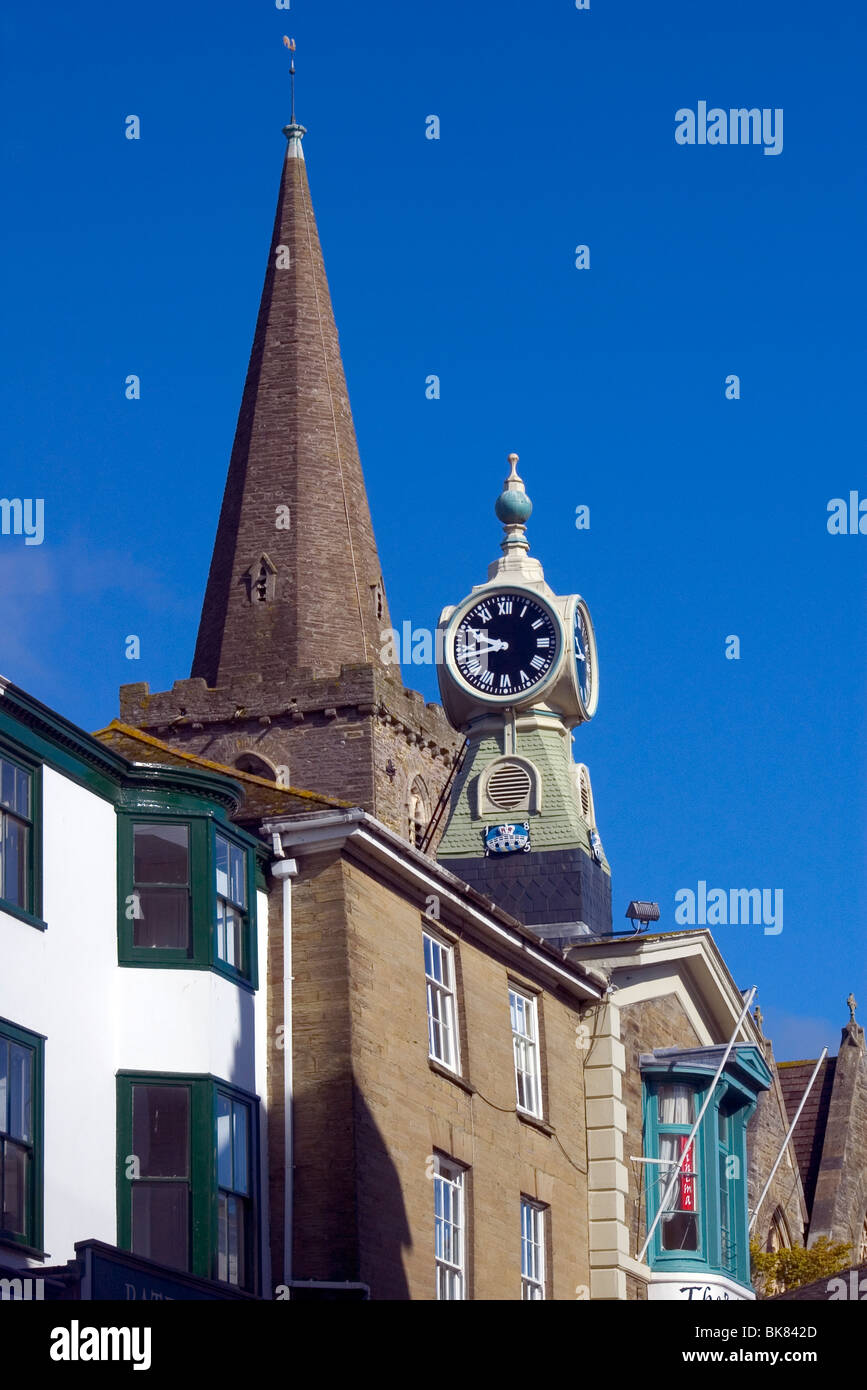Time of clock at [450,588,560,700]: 9:42
